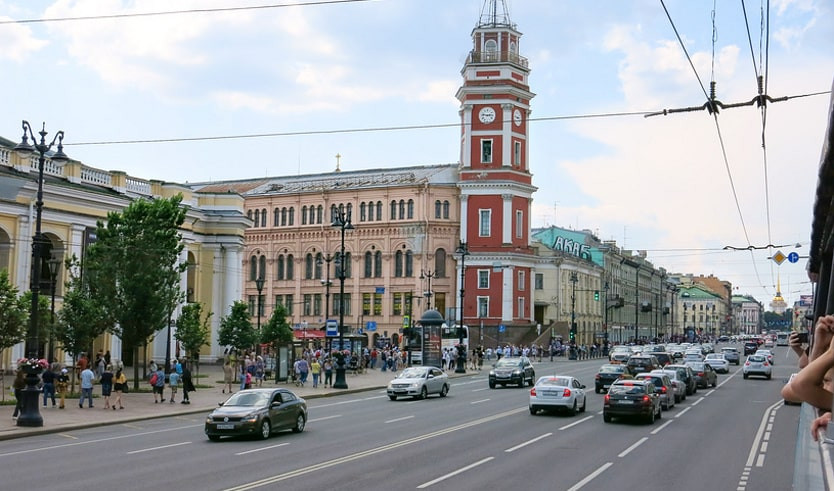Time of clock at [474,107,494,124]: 2:46
